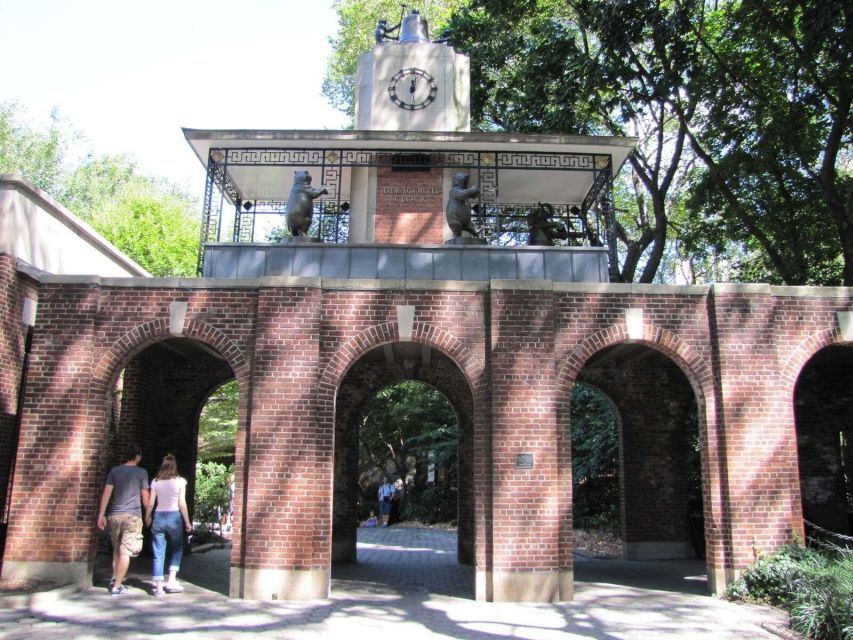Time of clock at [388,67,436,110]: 12:02
